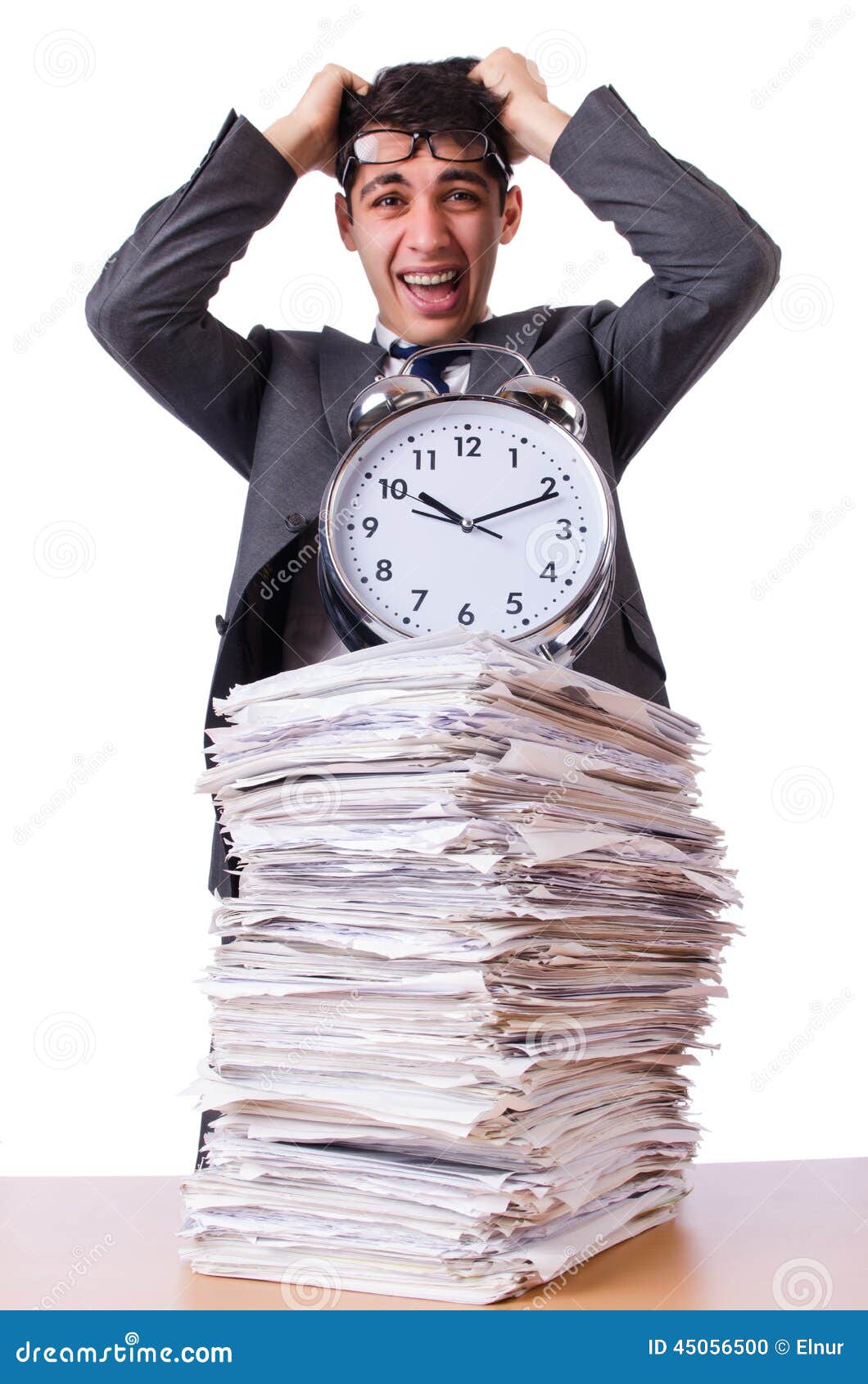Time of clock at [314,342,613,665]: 10:11
